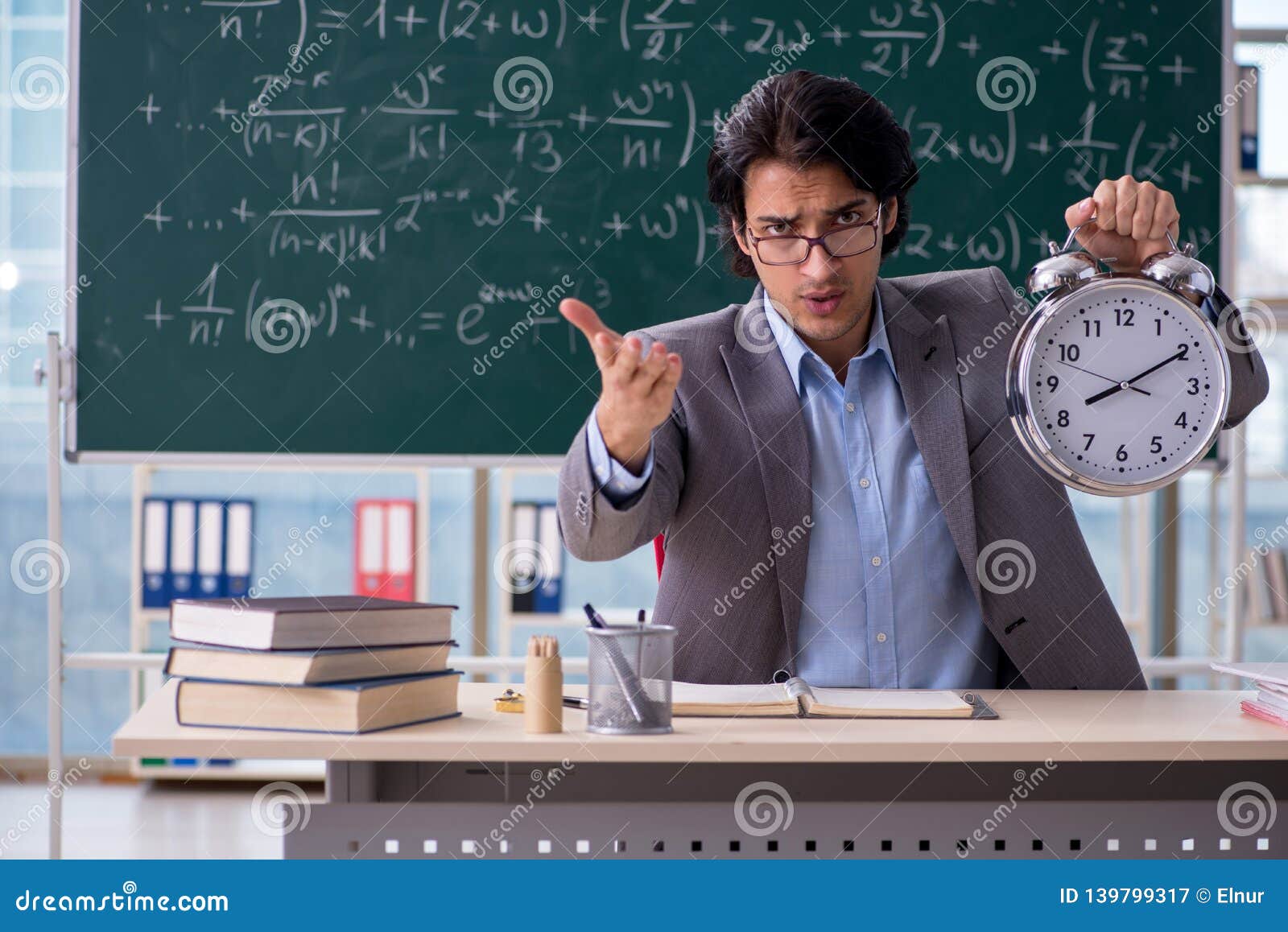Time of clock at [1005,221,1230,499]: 8:10
